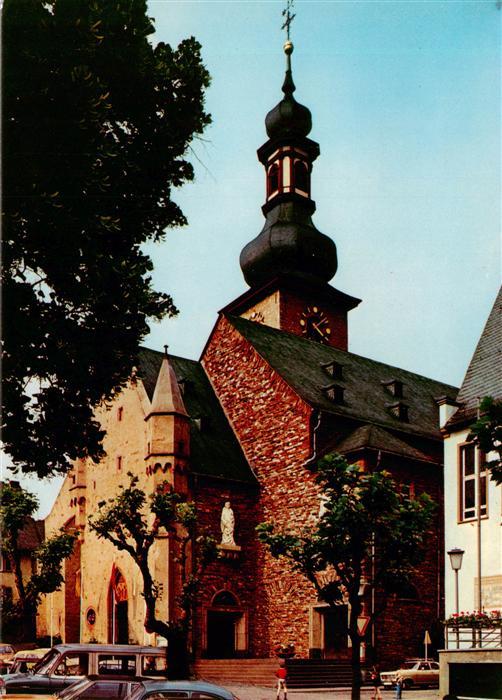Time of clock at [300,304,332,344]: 4:08
